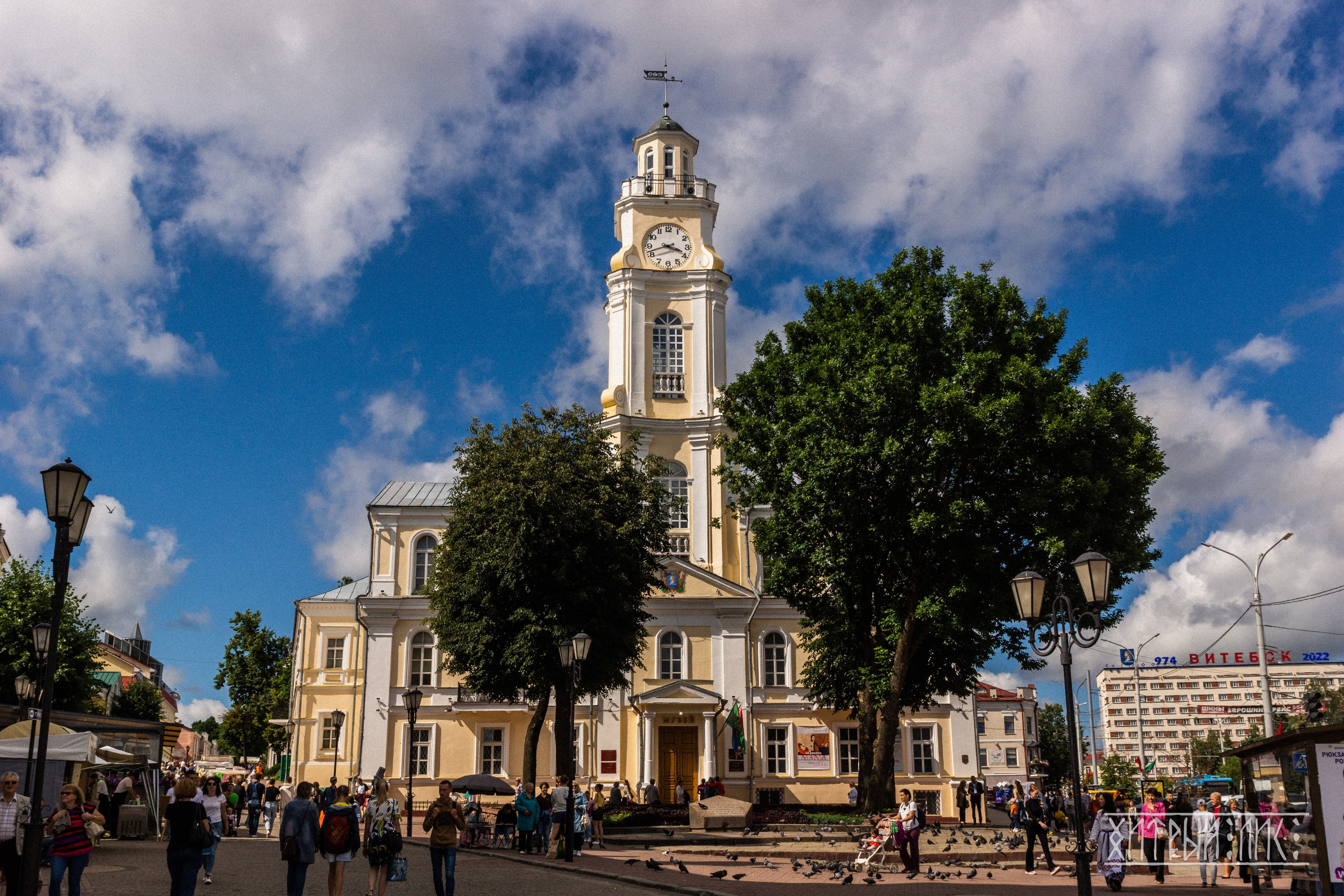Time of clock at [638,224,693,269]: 3:42
